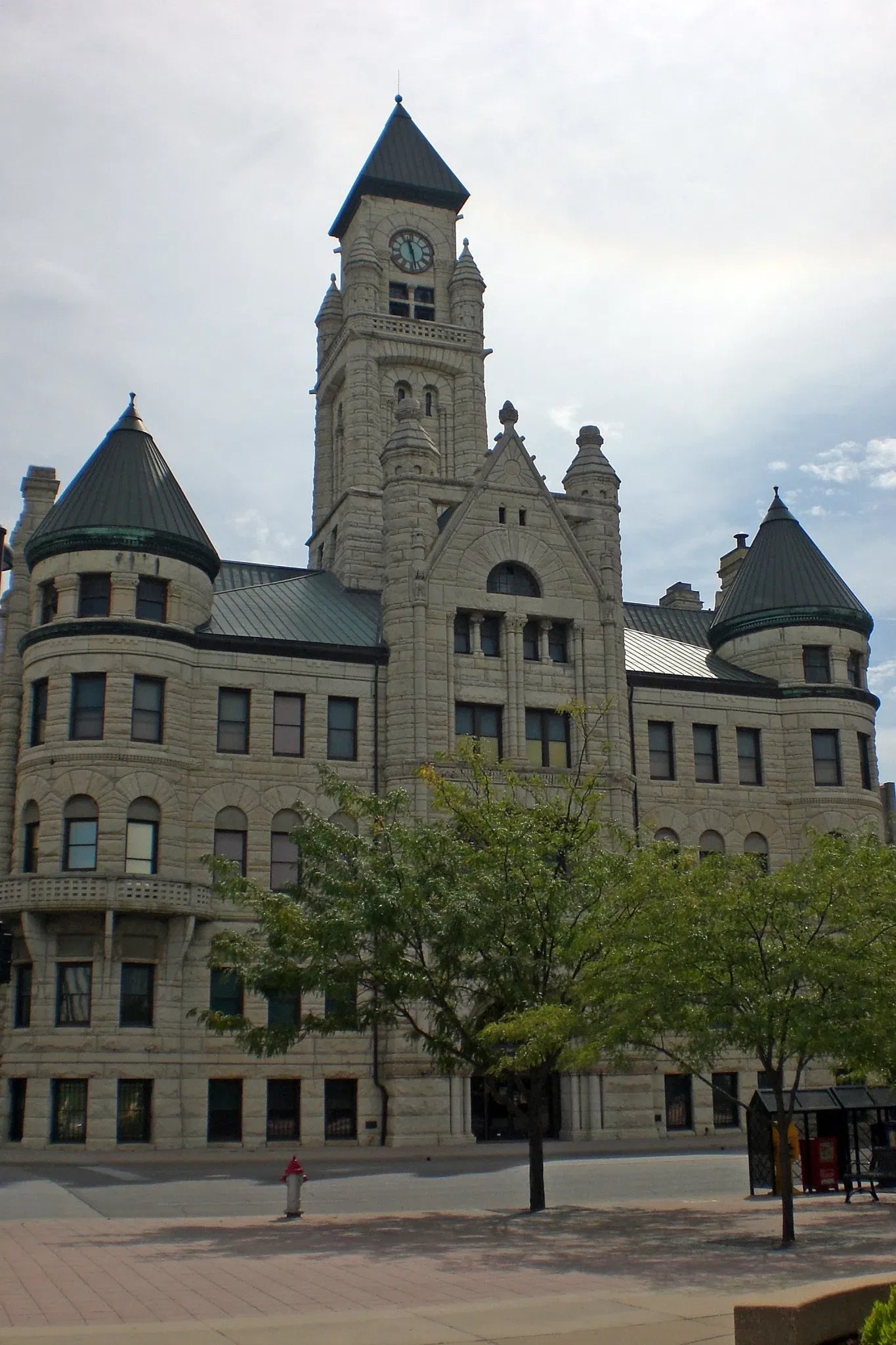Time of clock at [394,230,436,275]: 11:28
